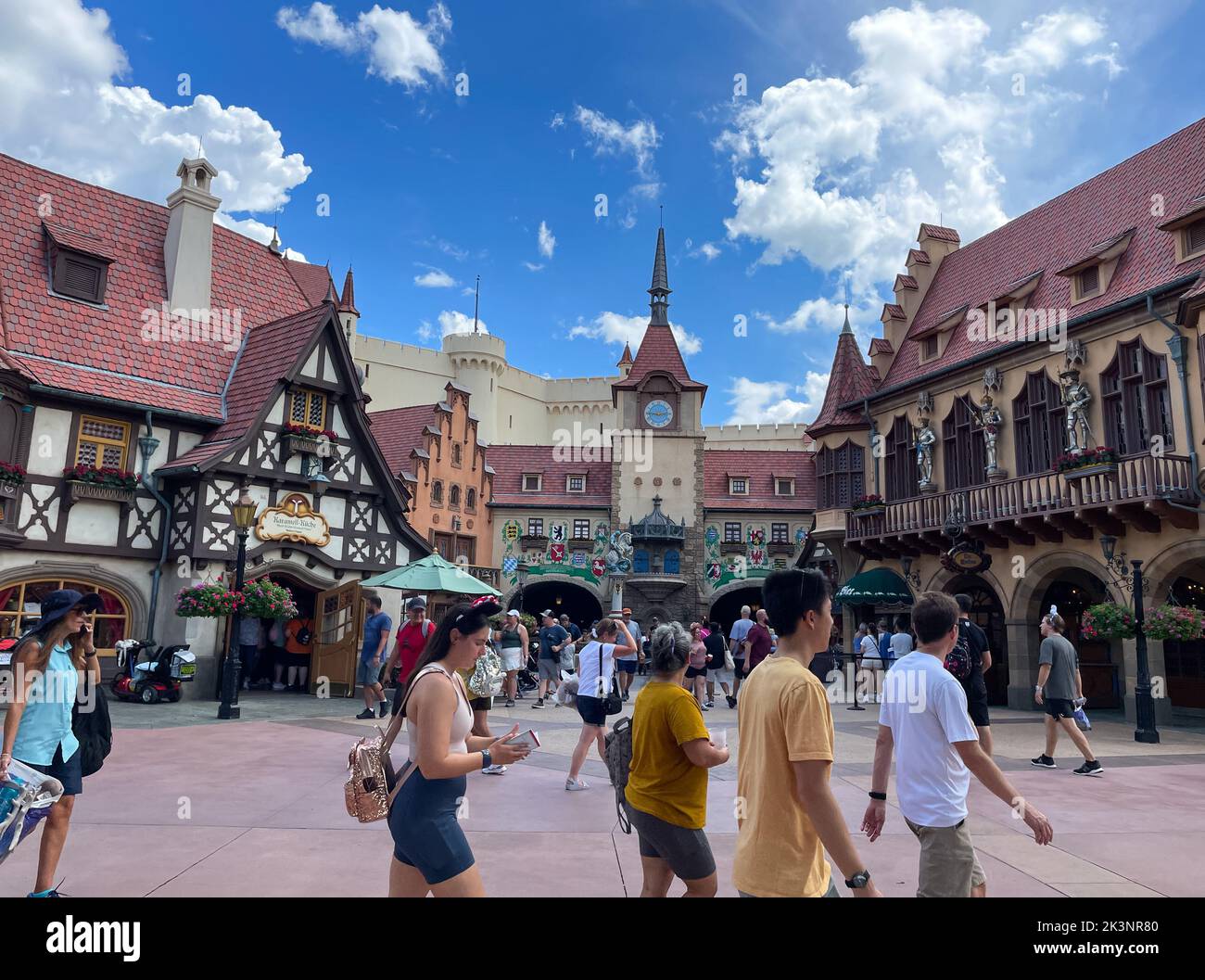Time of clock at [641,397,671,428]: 2:45
